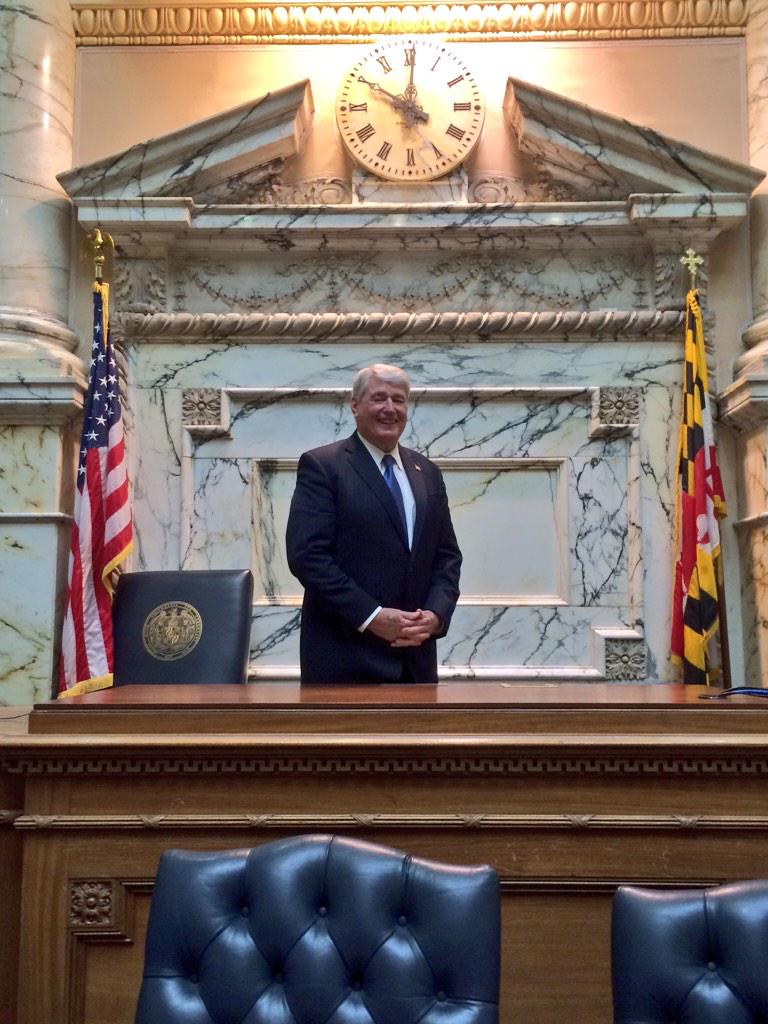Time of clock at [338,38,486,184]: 10:00
